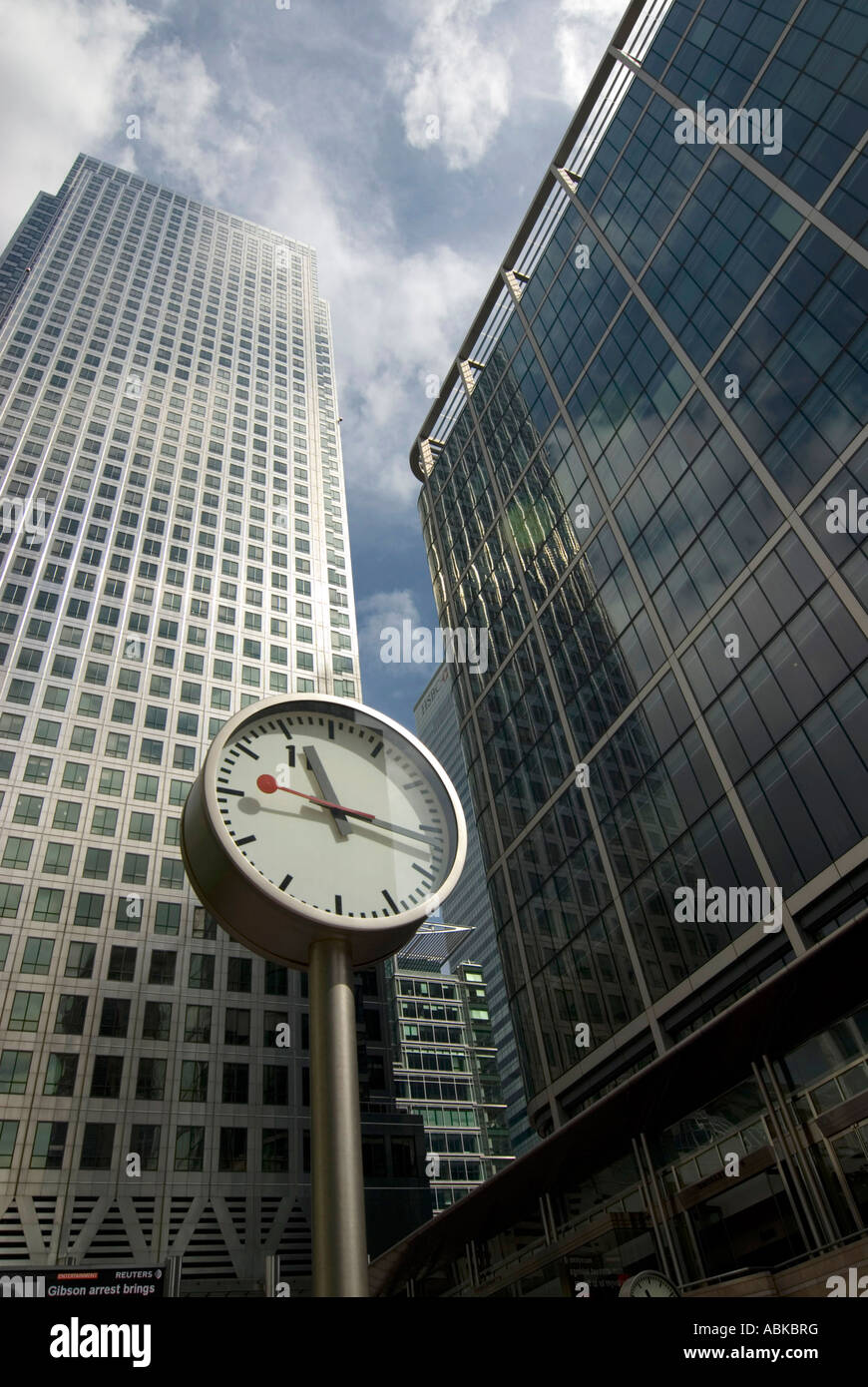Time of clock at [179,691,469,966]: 11:16
